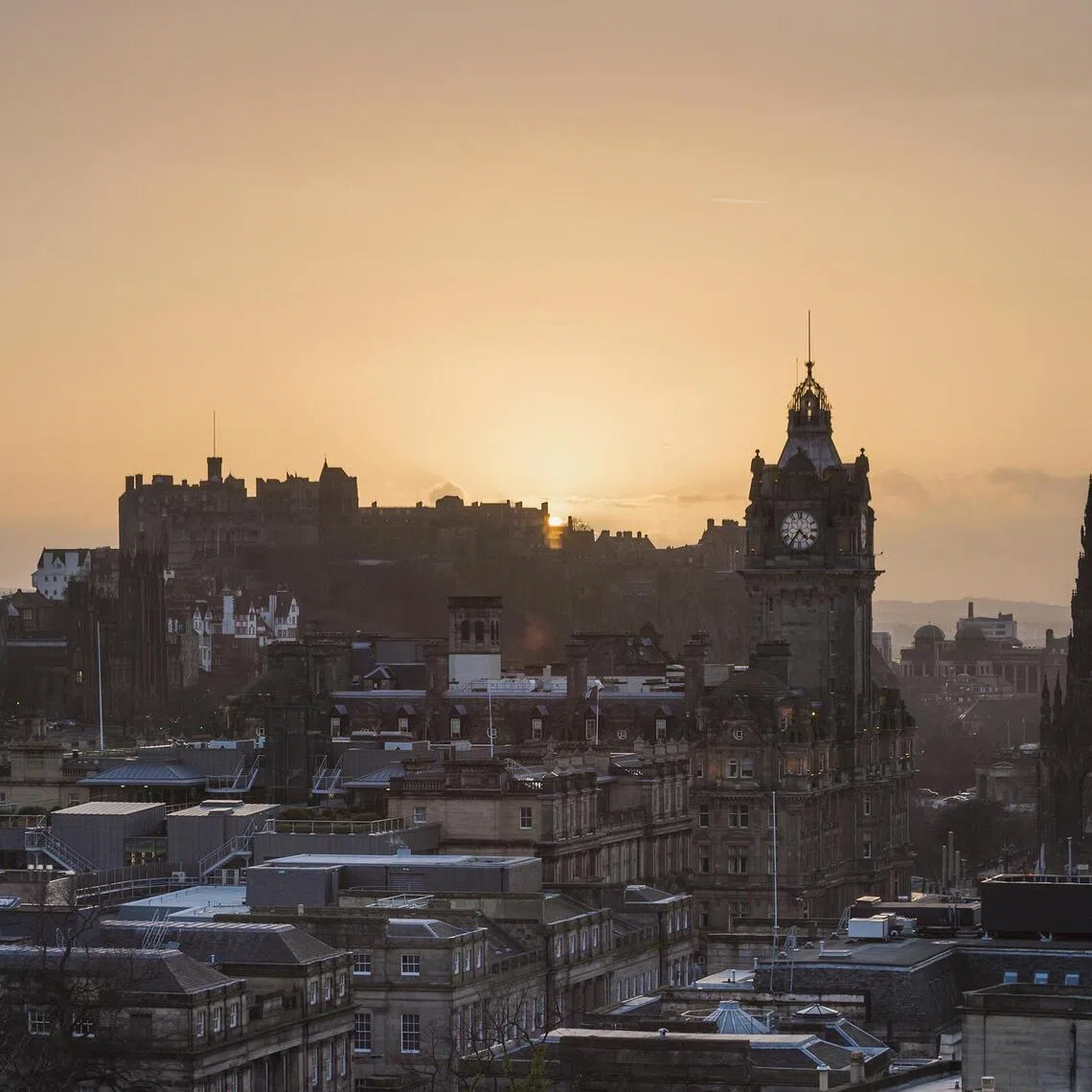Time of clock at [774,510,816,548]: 4:36
